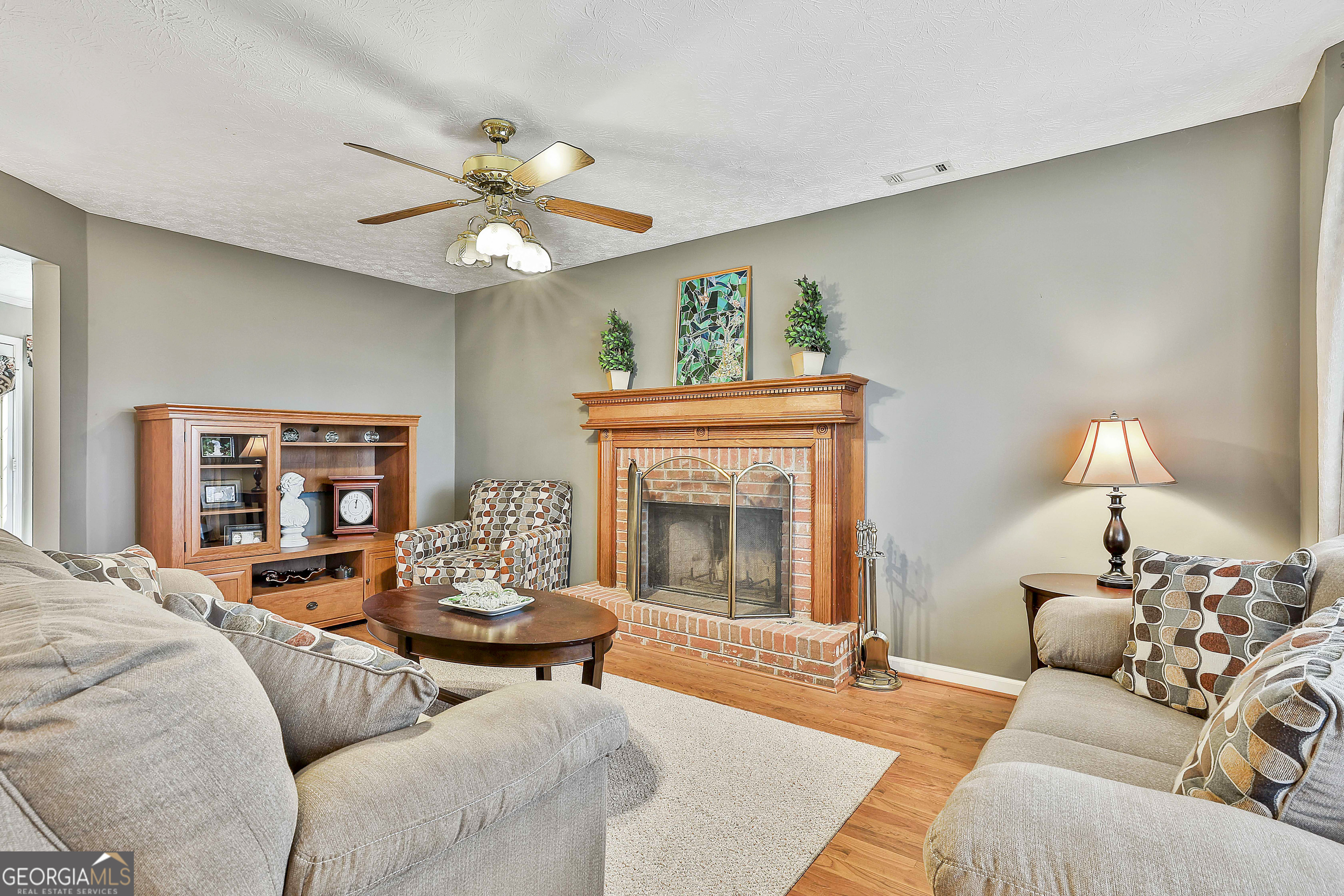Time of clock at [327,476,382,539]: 12:01
